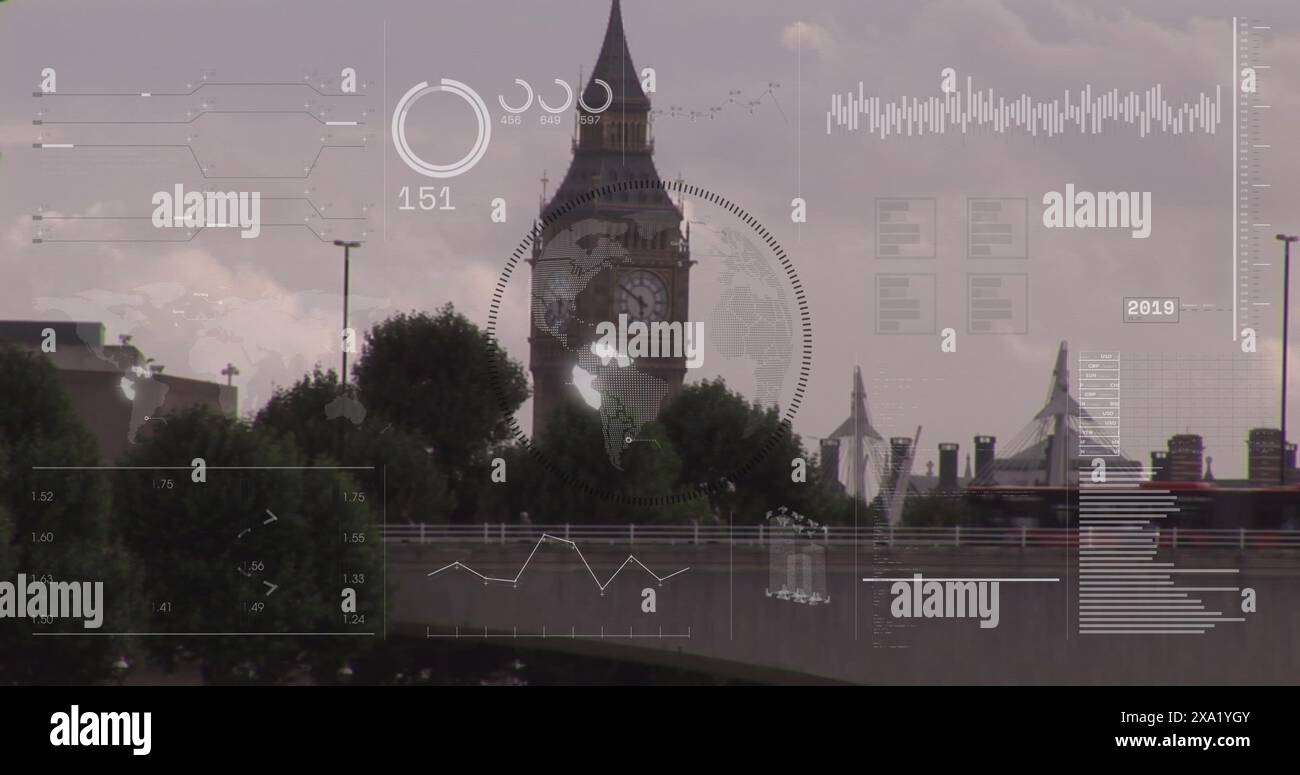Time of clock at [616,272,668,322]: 5:50
